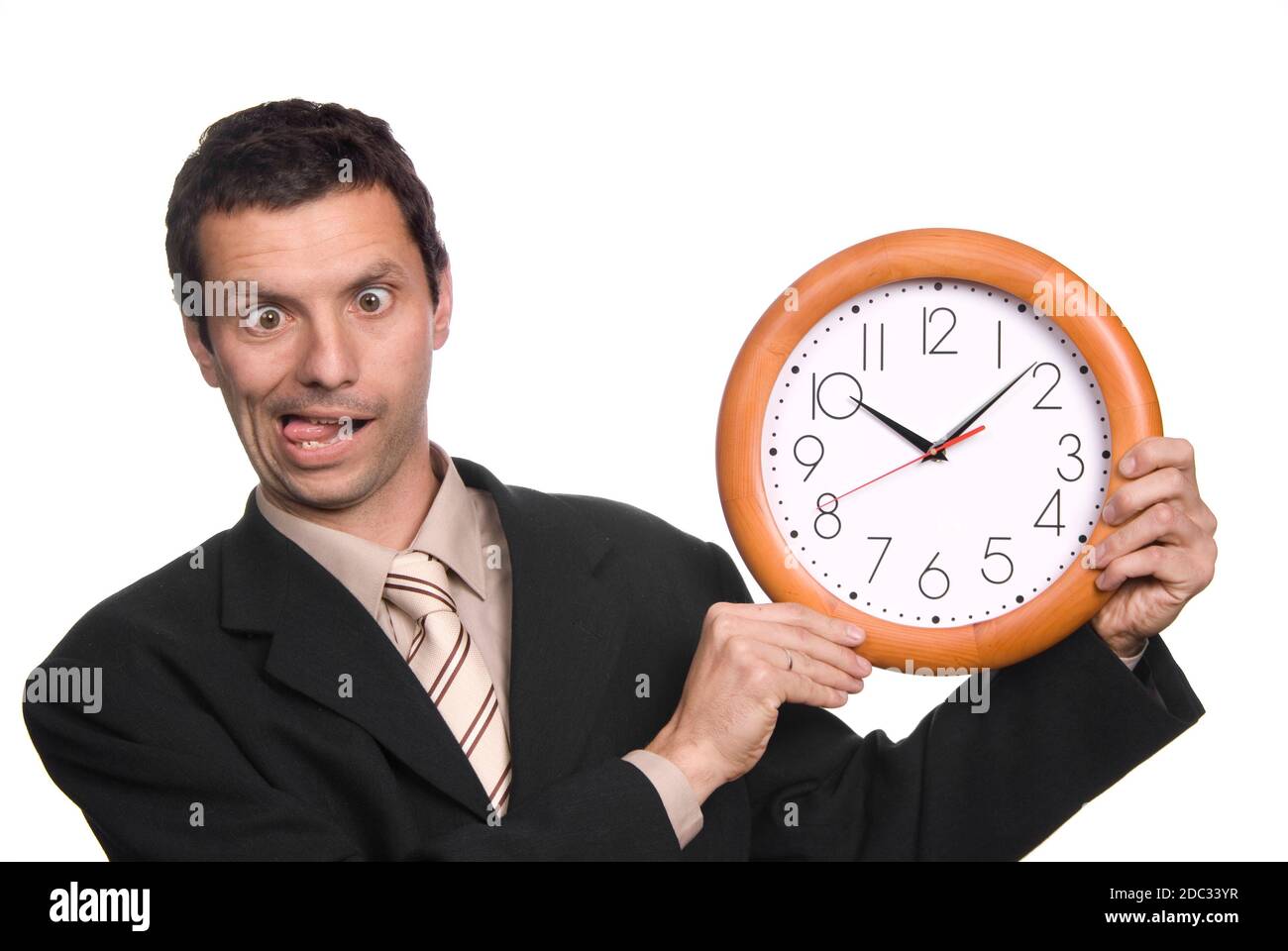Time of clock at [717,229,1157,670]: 10:07
